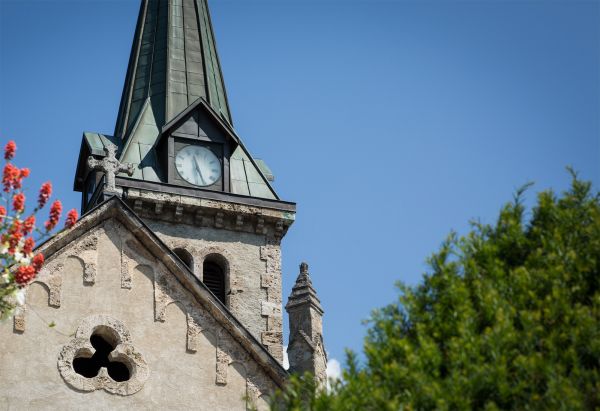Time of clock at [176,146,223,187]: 11:25
